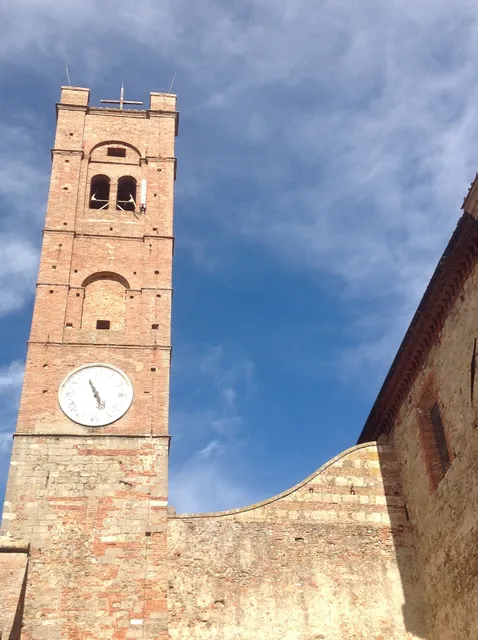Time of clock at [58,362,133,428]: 4:55
